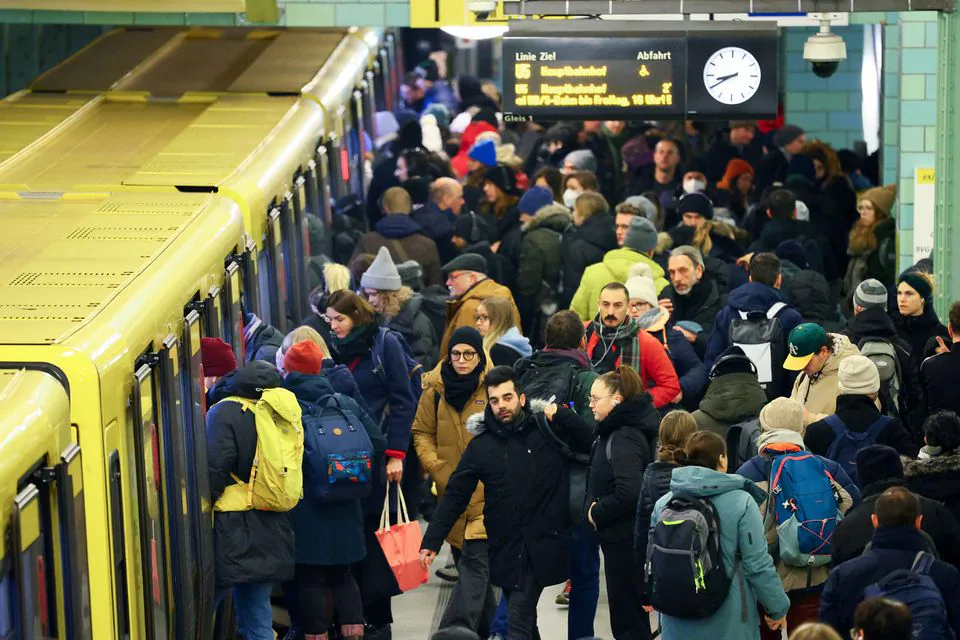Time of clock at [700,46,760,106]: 8:40
